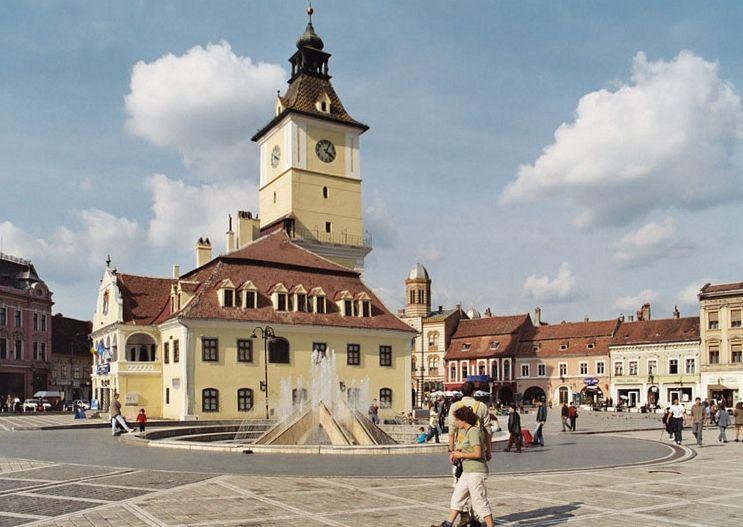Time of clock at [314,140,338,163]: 4:04
